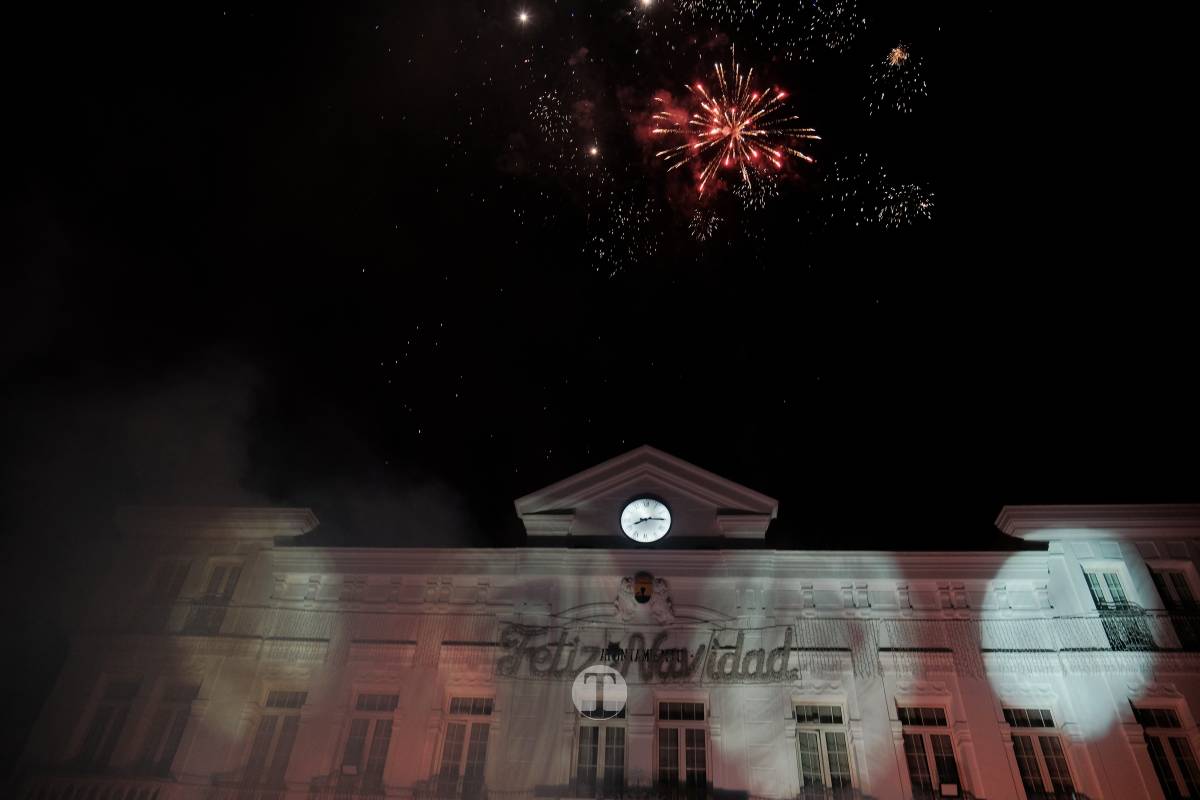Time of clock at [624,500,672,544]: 8:14
